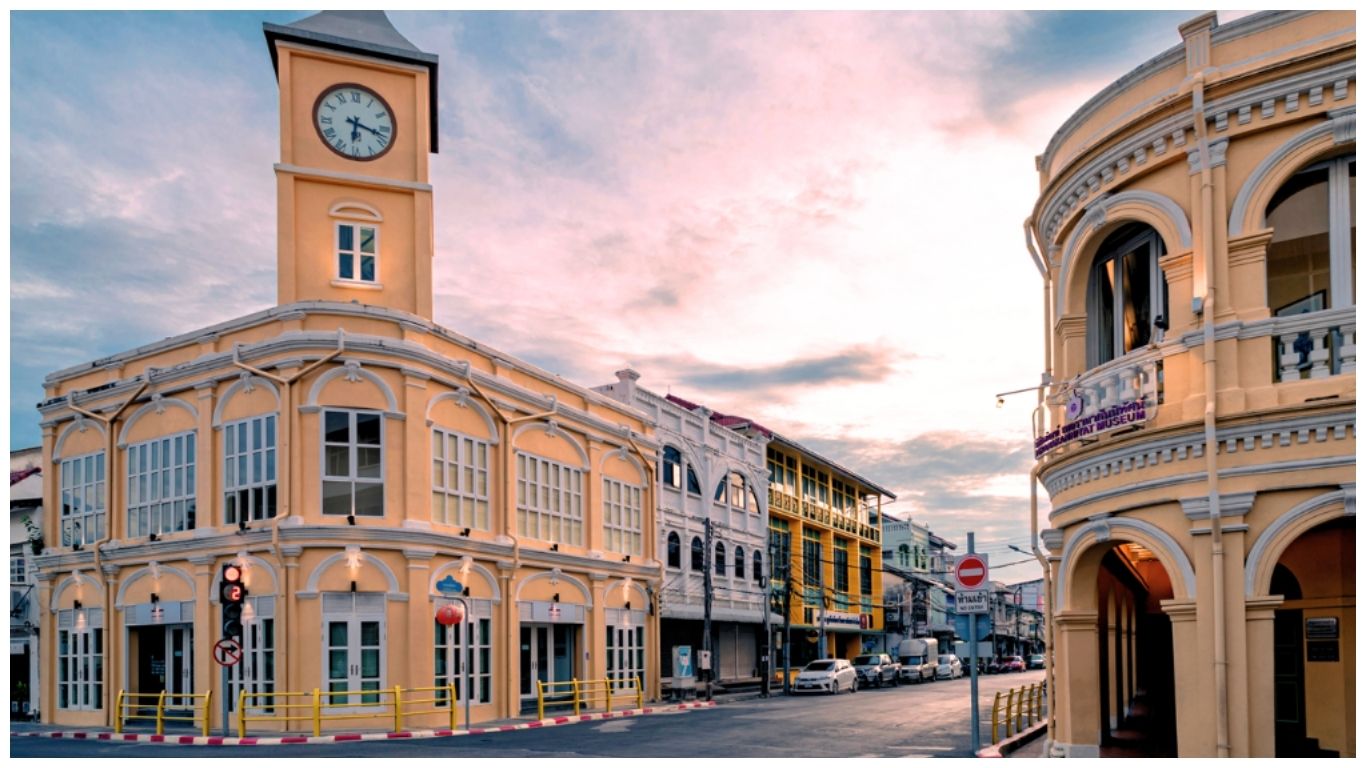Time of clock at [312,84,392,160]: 6:17
